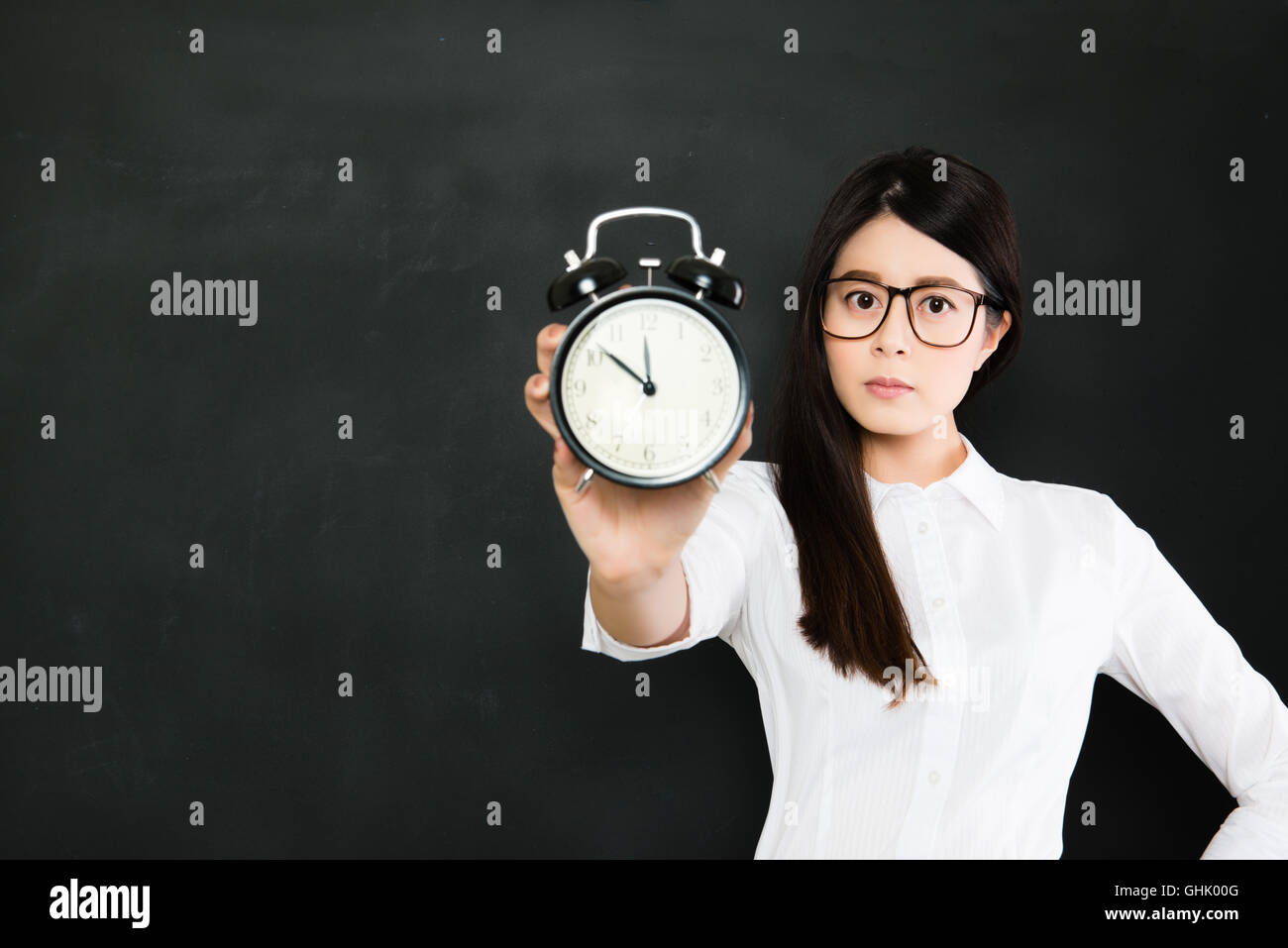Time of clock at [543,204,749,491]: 11:51
